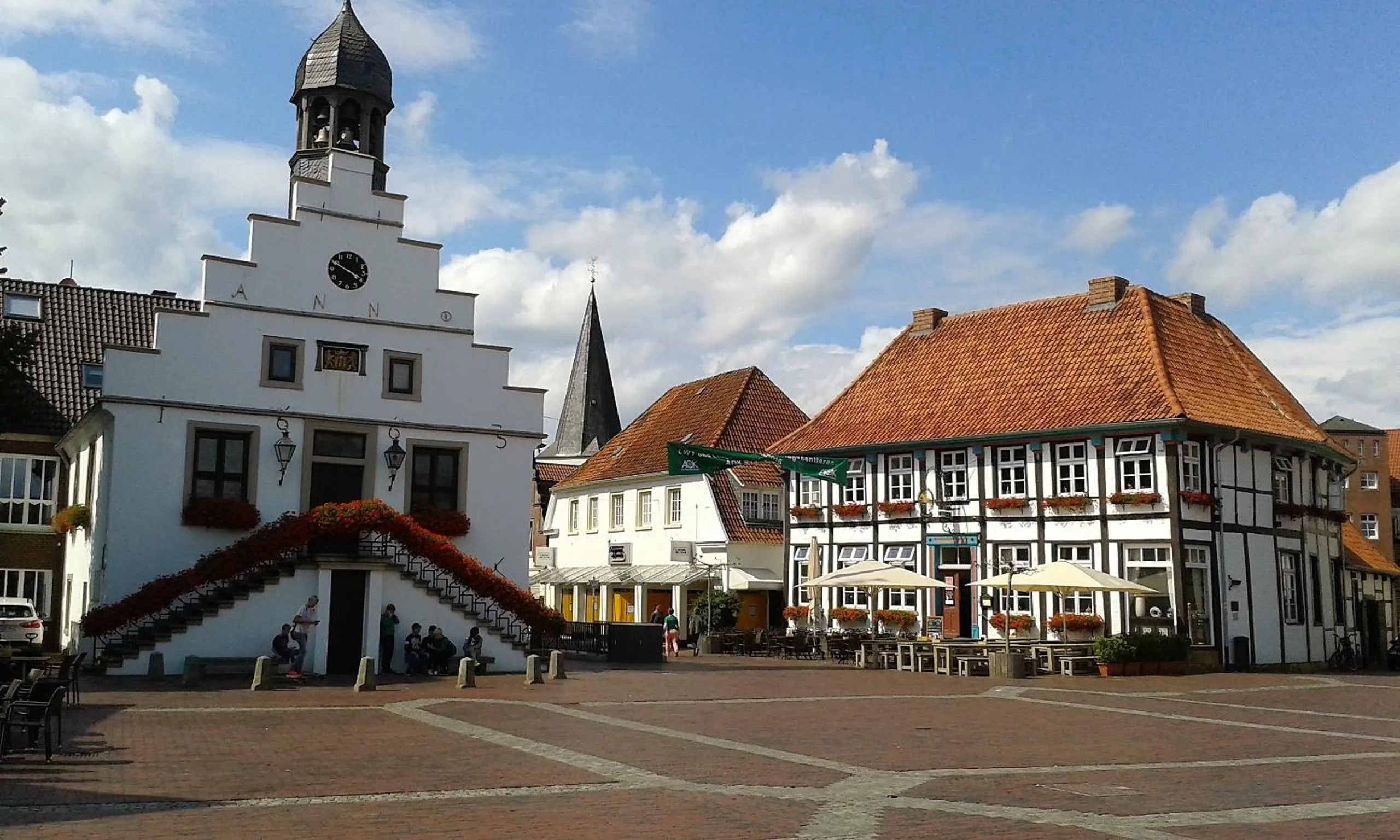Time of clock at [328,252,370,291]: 3:49
